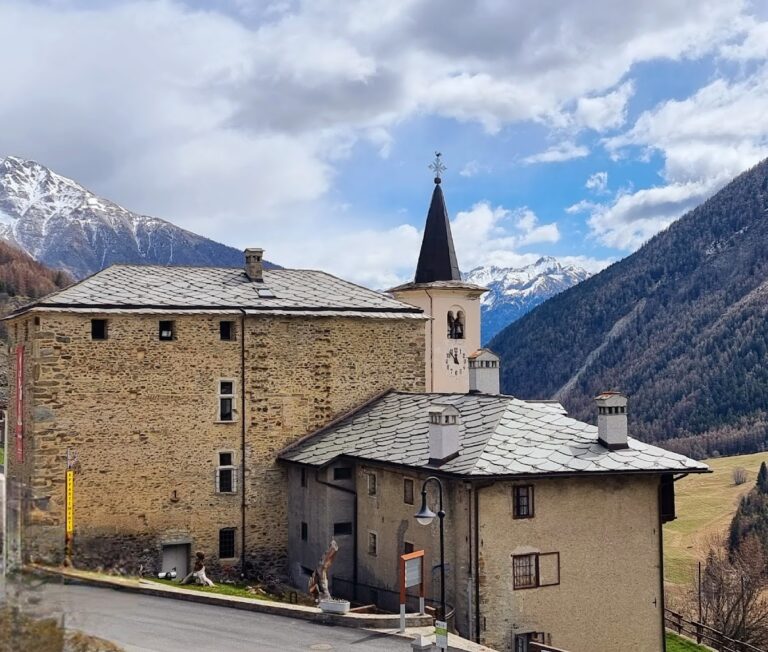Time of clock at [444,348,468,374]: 11:53
